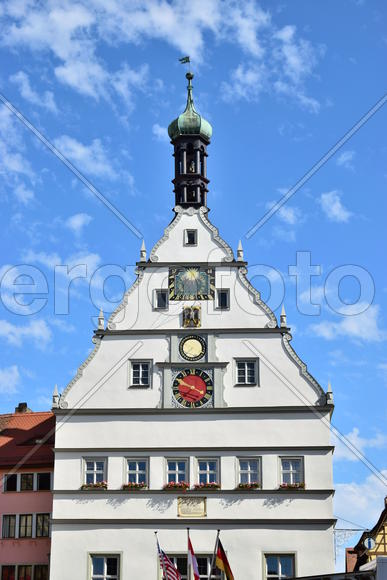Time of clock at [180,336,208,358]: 7:37
